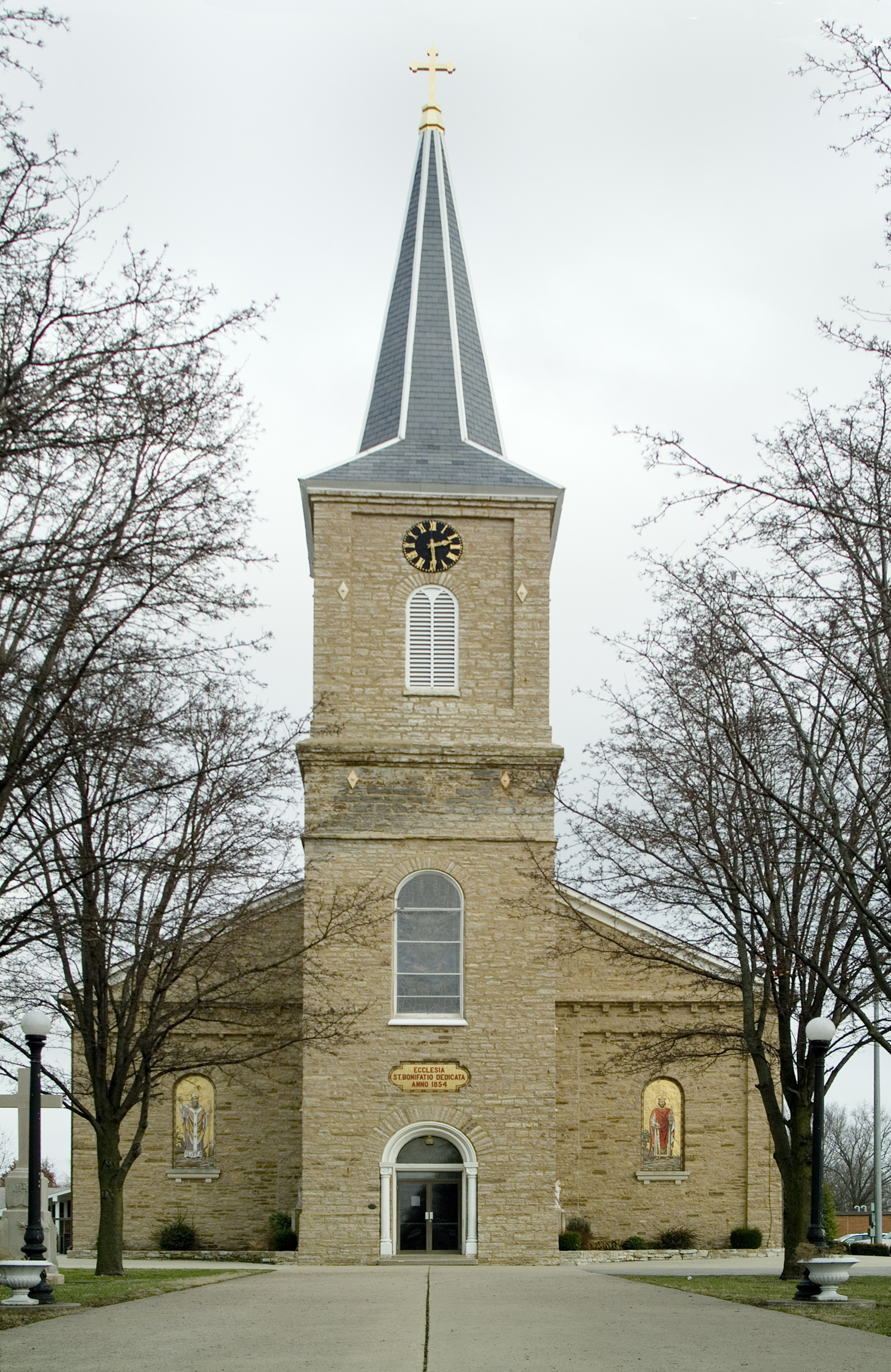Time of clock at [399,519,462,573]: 2:29
